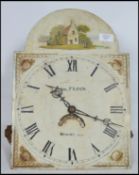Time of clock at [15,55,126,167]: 10:18
